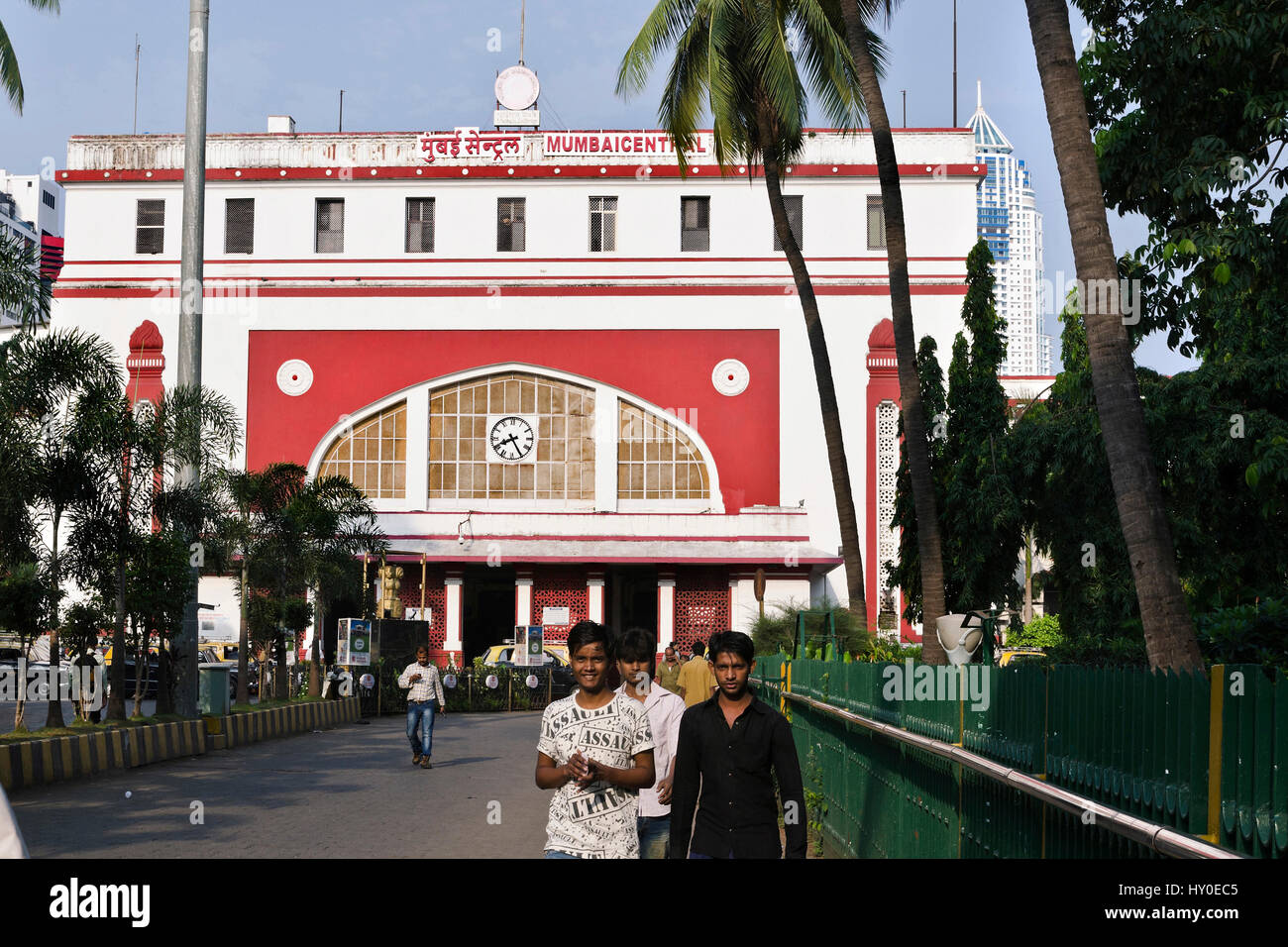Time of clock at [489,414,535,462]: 8:25
